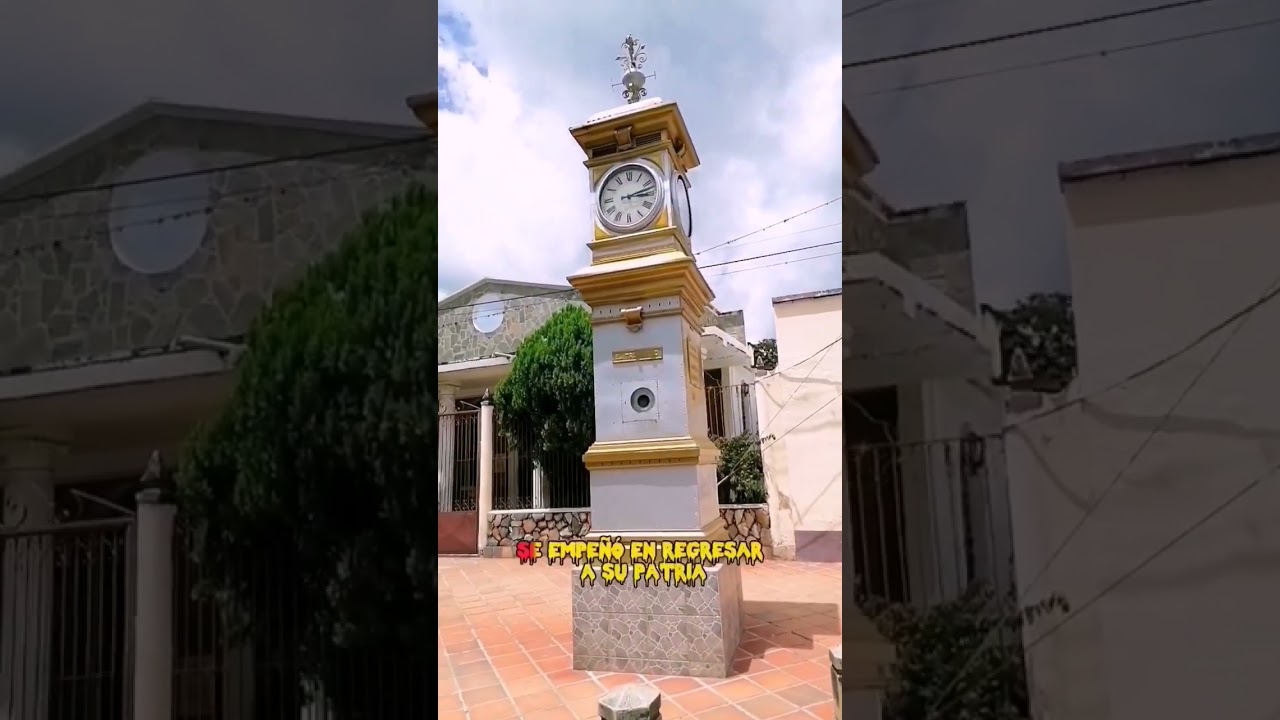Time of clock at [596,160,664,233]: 3:12
